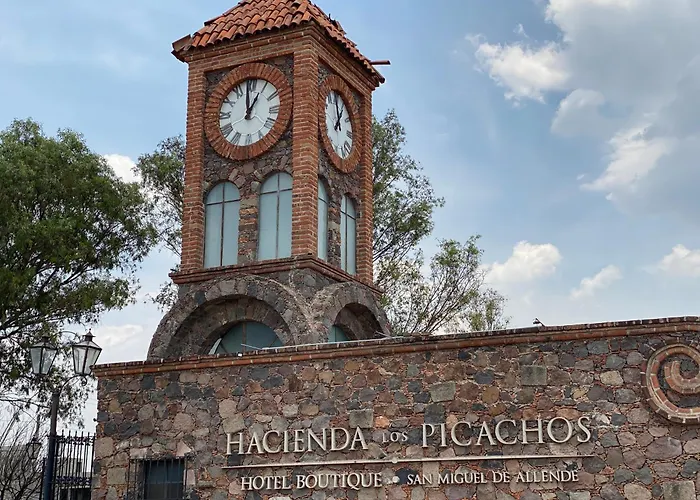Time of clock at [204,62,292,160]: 12:59
